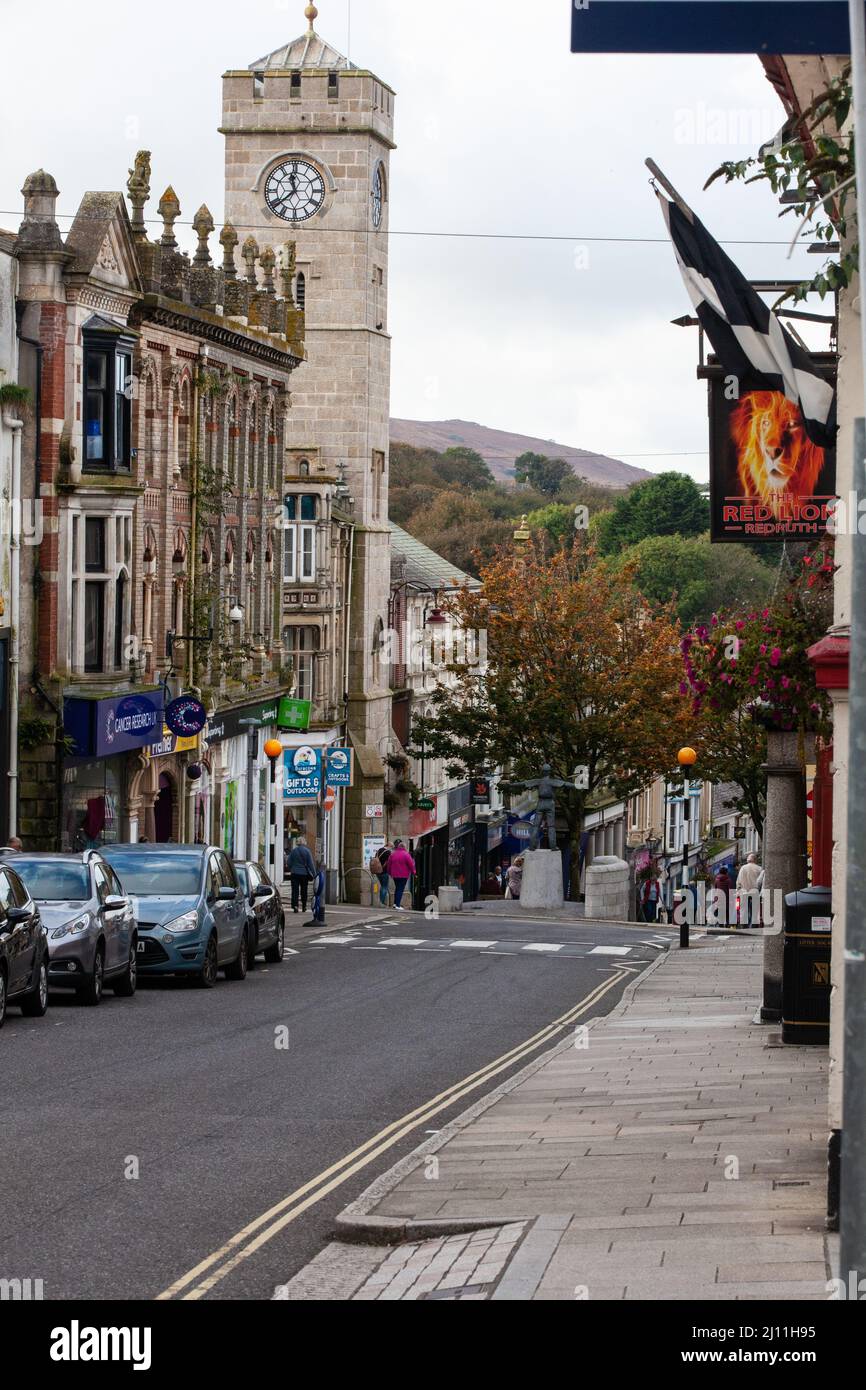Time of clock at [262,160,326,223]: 11:38
